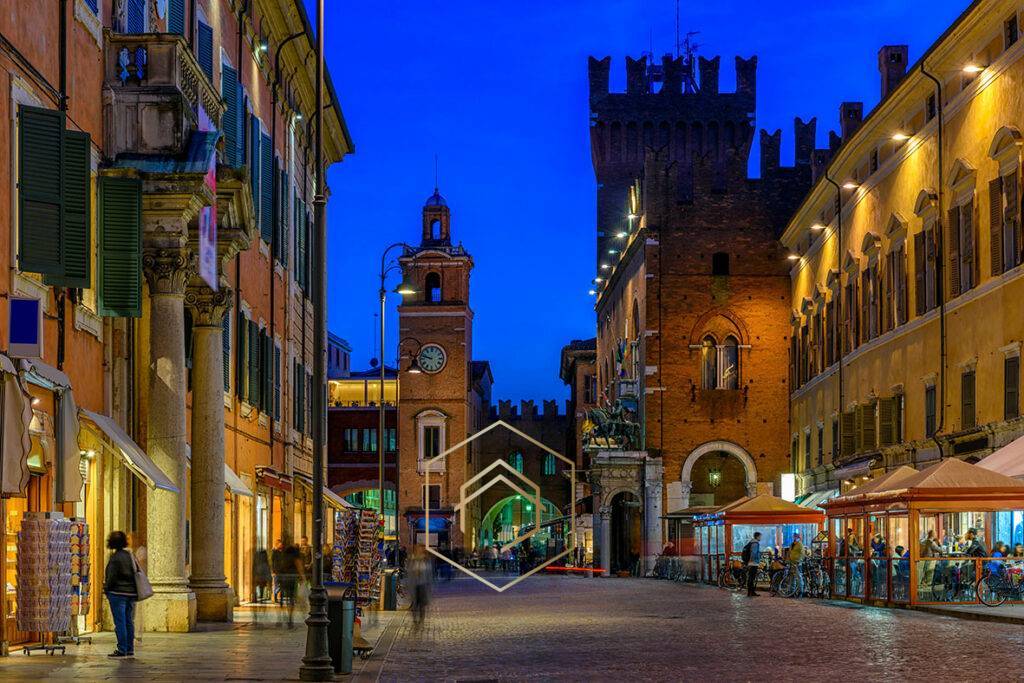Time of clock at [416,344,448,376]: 9:47
